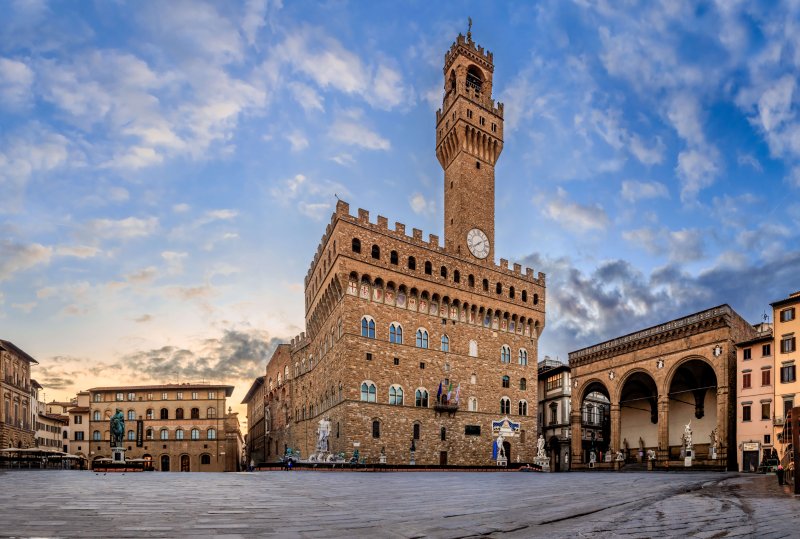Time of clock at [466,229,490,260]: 8:09
